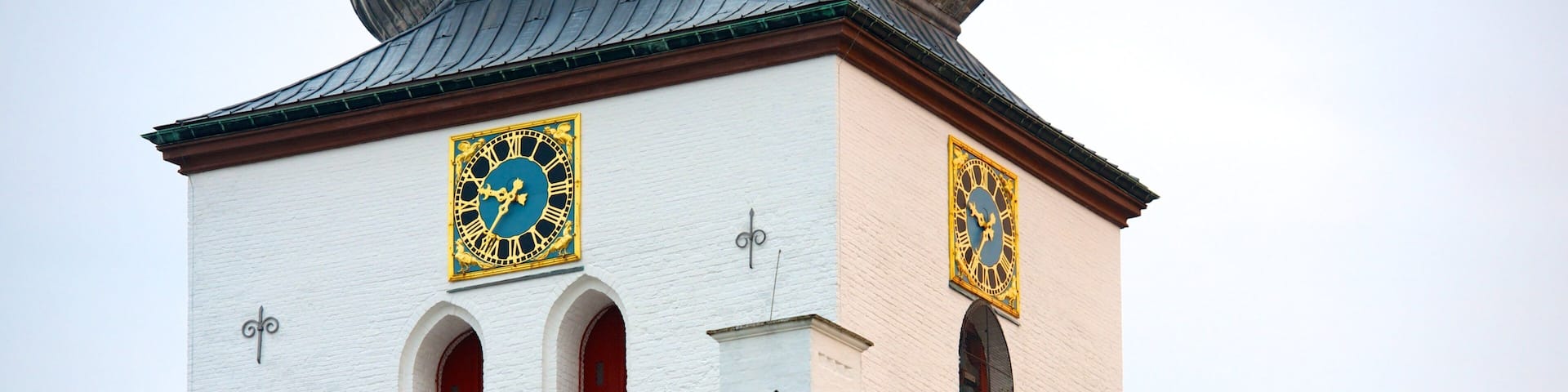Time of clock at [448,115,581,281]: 9:36
